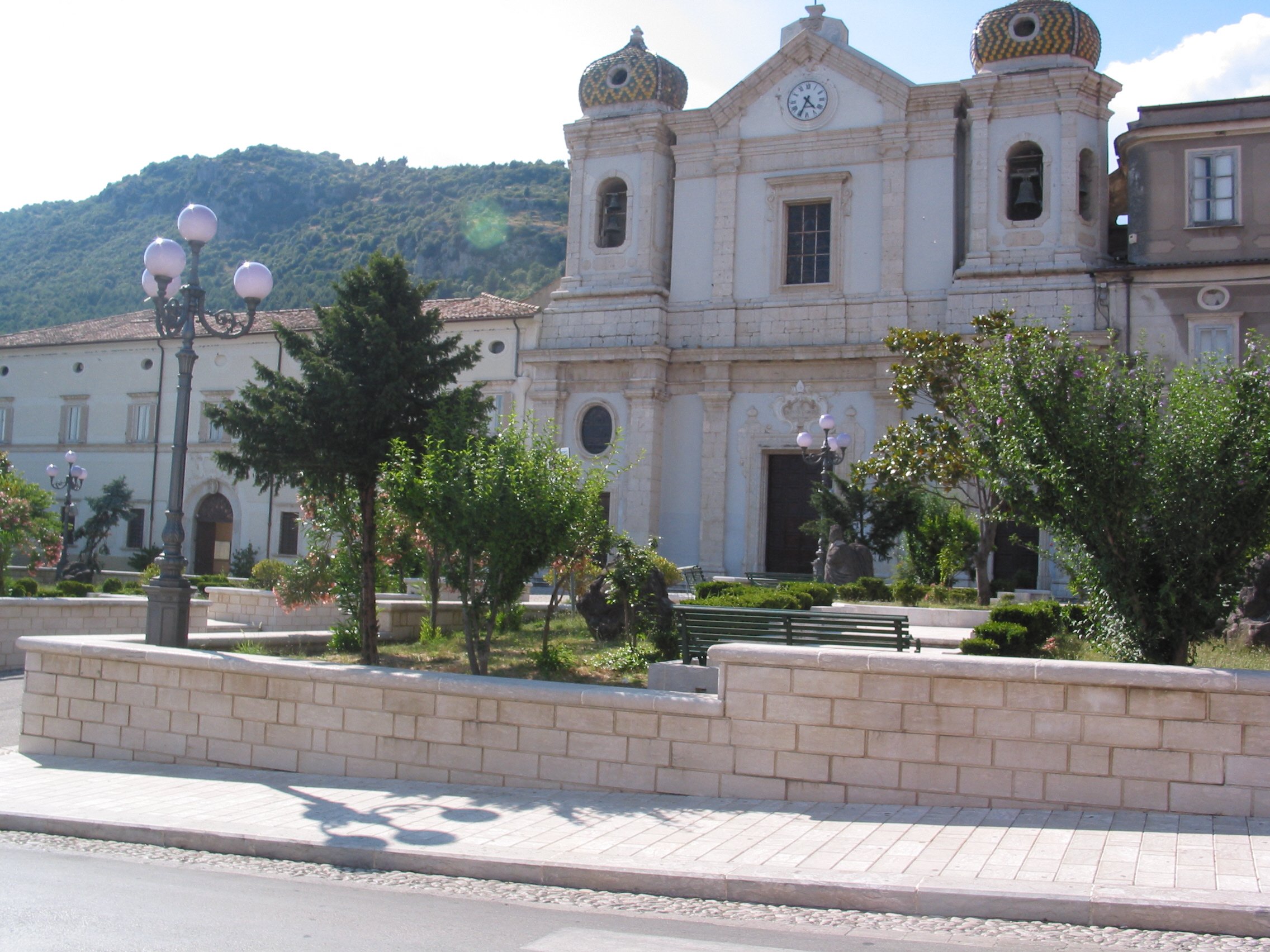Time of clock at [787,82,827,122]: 4:34
